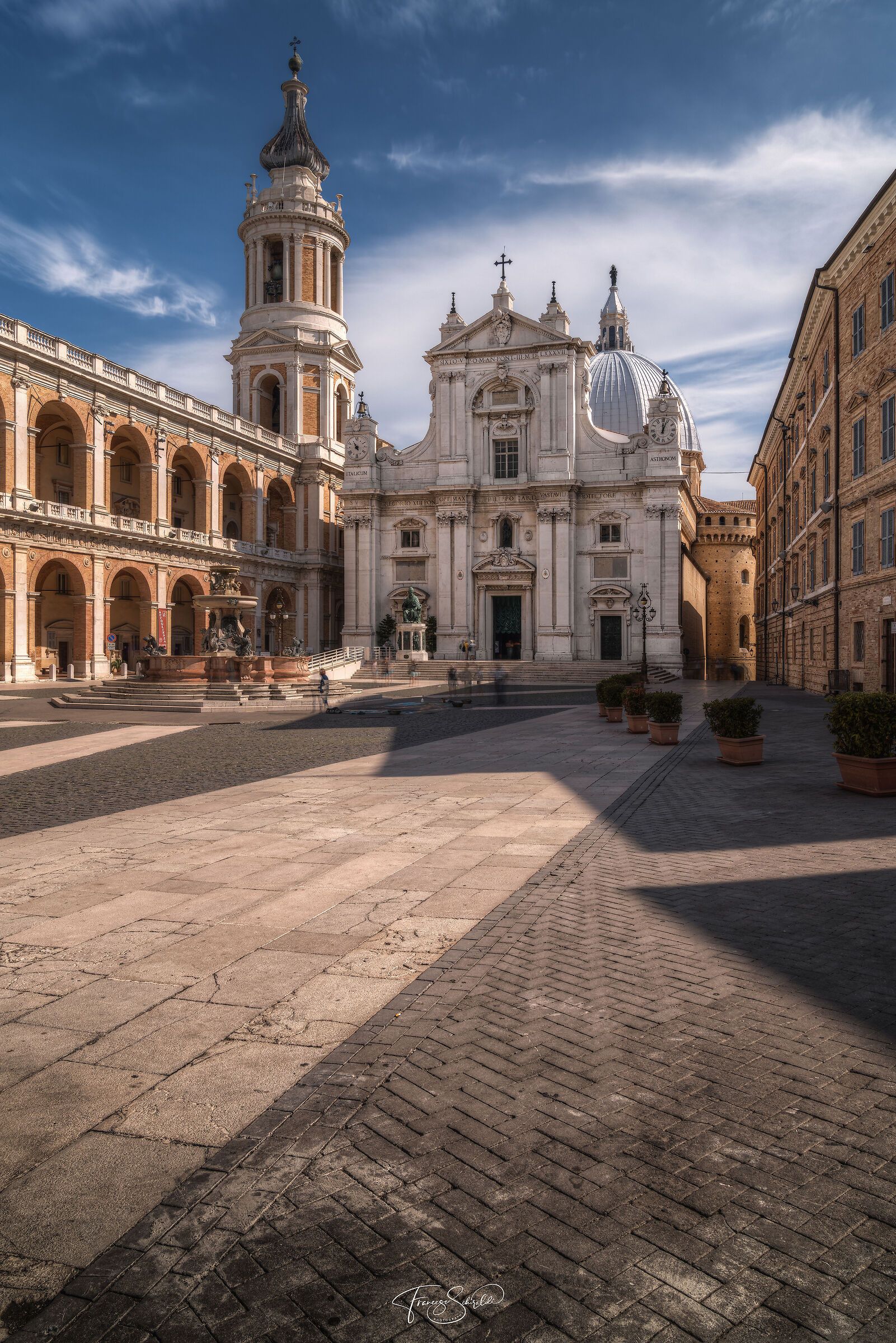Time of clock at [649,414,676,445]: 12:03
